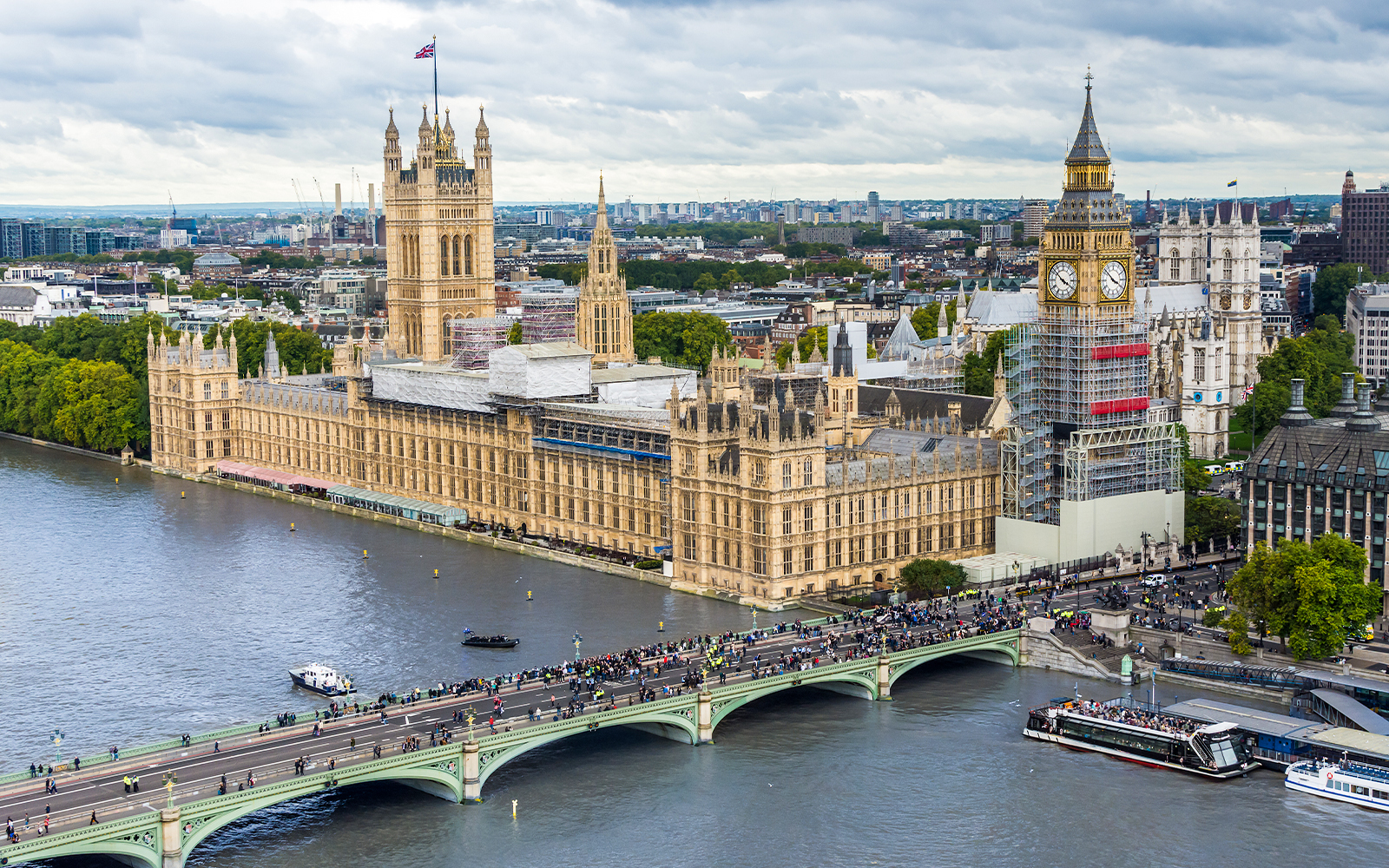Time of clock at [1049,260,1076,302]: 3:51
